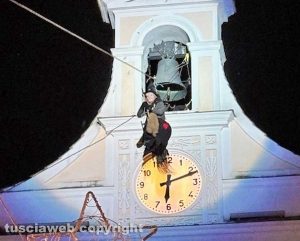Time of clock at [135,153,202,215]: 6:11
